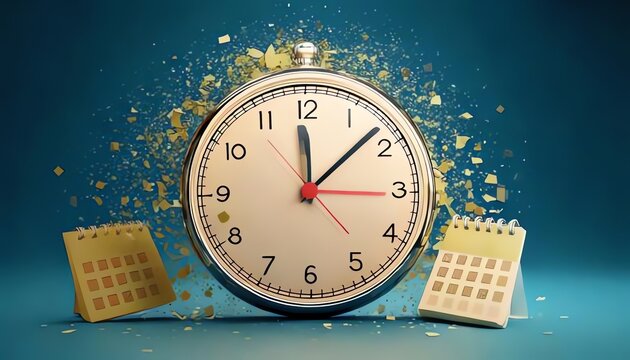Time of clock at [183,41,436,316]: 12:07
